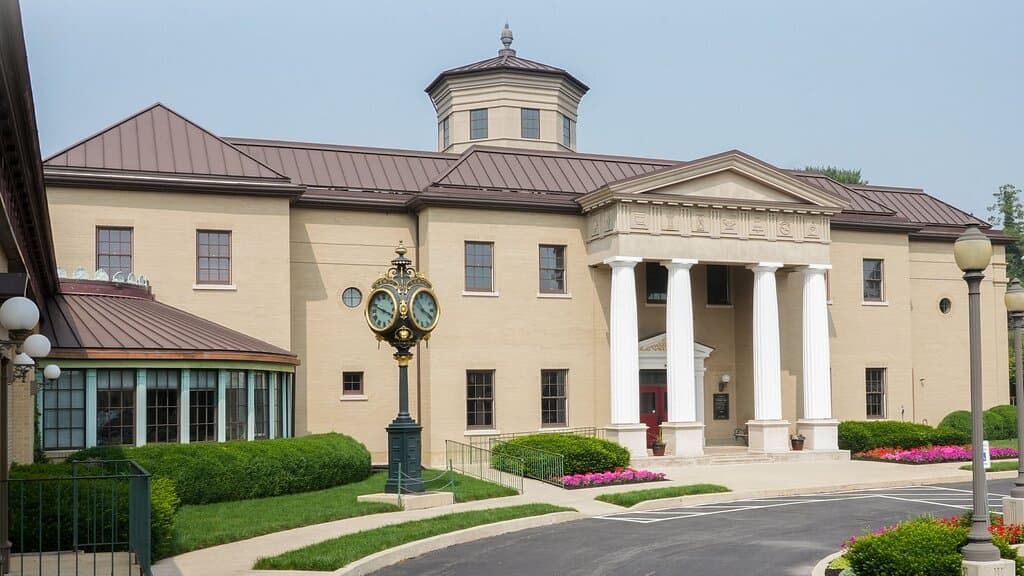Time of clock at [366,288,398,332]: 3:48
